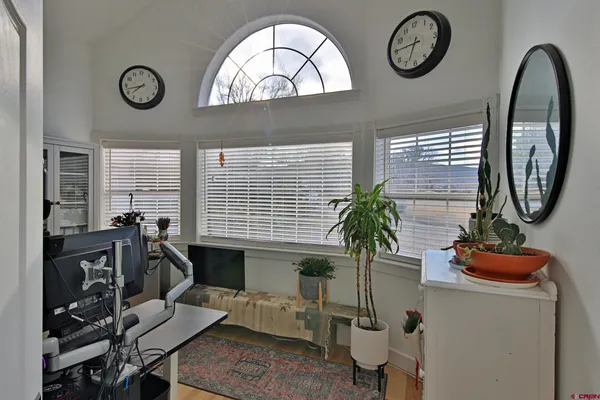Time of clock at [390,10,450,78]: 6:45
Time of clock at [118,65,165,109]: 7:42
